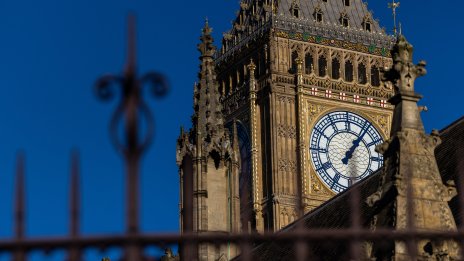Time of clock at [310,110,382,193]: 1:06
